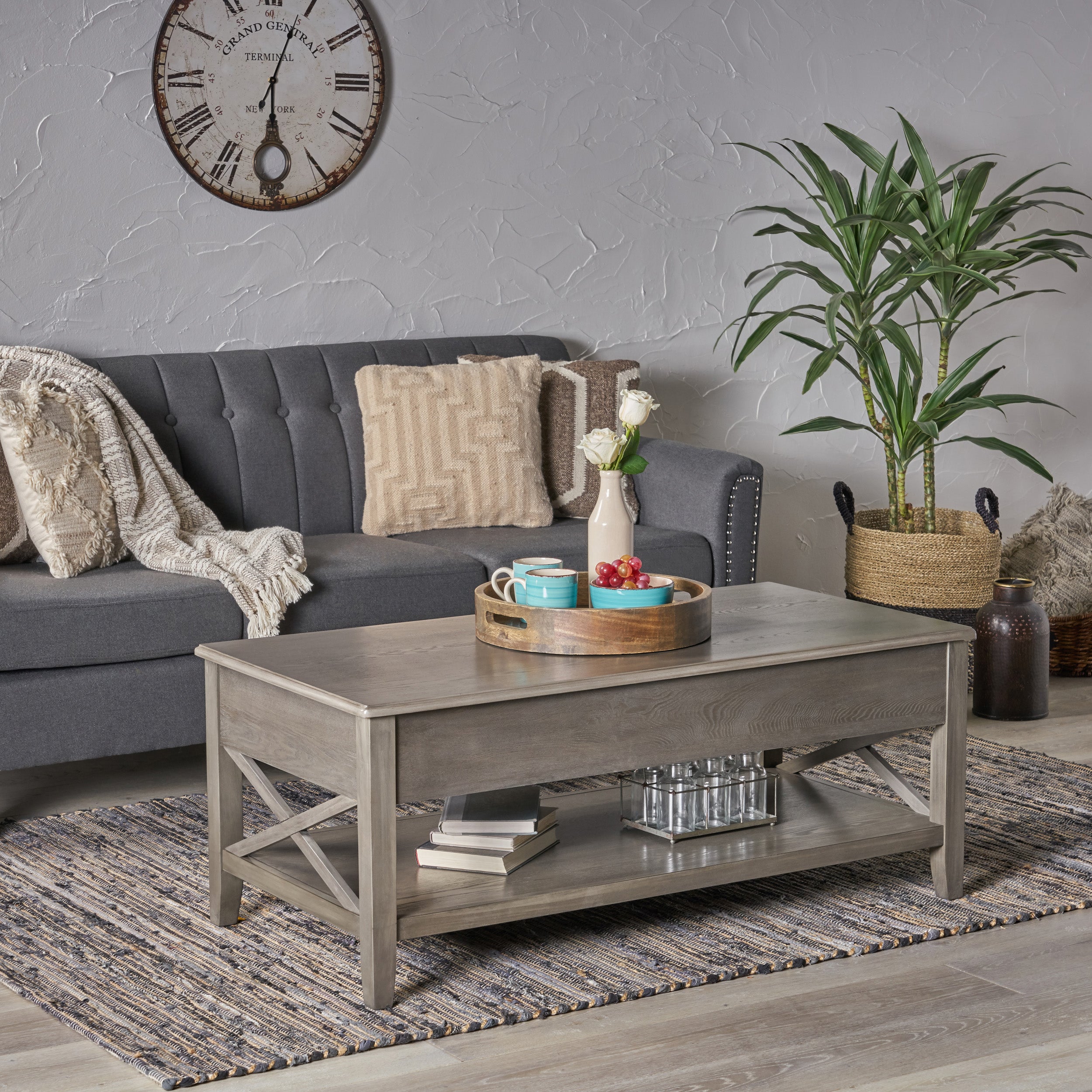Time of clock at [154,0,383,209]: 6:03
